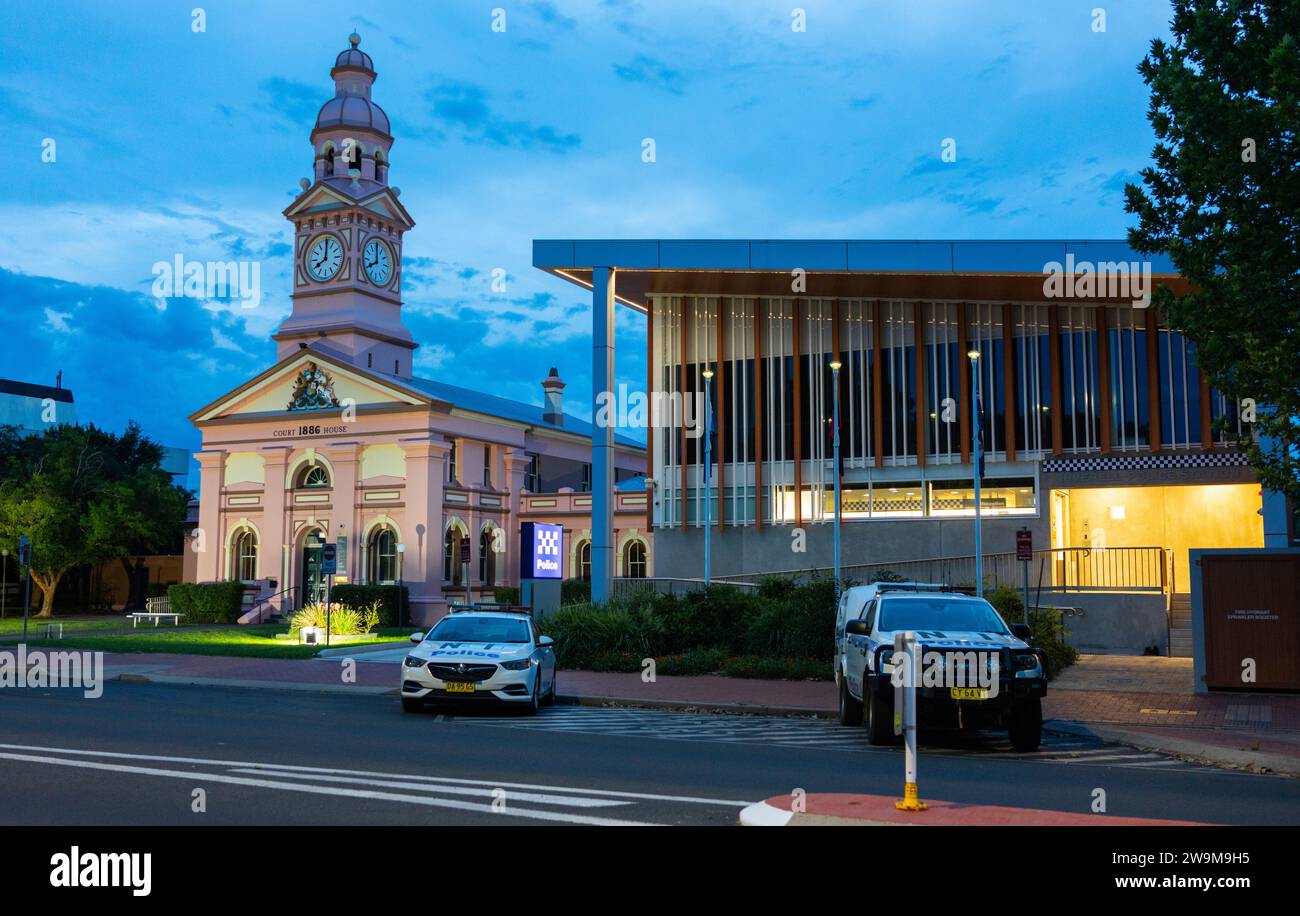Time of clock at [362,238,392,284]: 7:59
